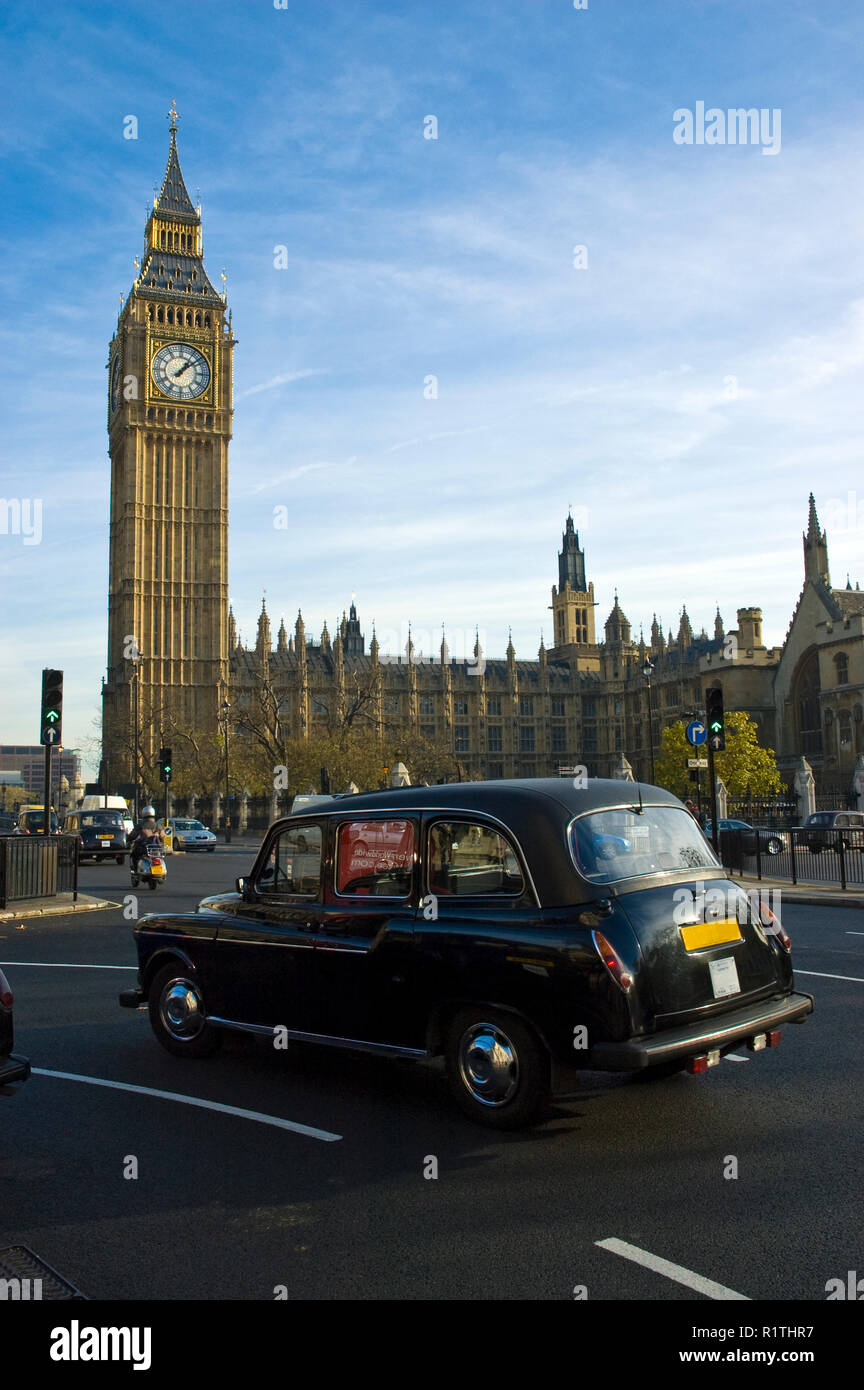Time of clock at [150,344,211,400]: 1:08
